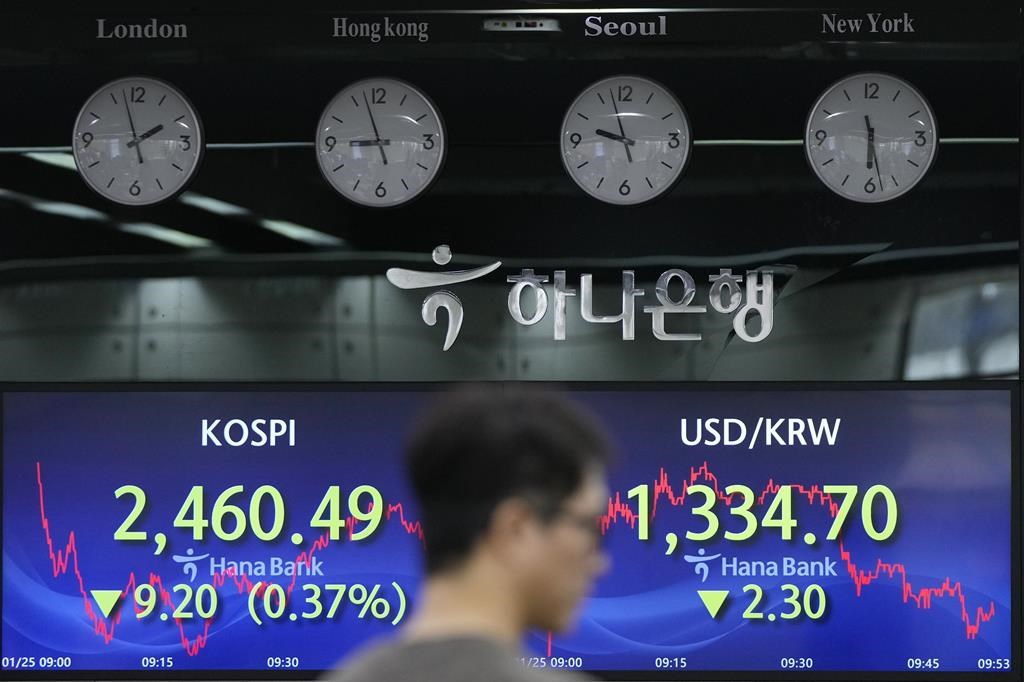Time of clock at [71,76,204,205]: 1:57
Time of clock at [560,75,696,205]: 9:57
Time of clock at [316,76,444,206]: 8:57
